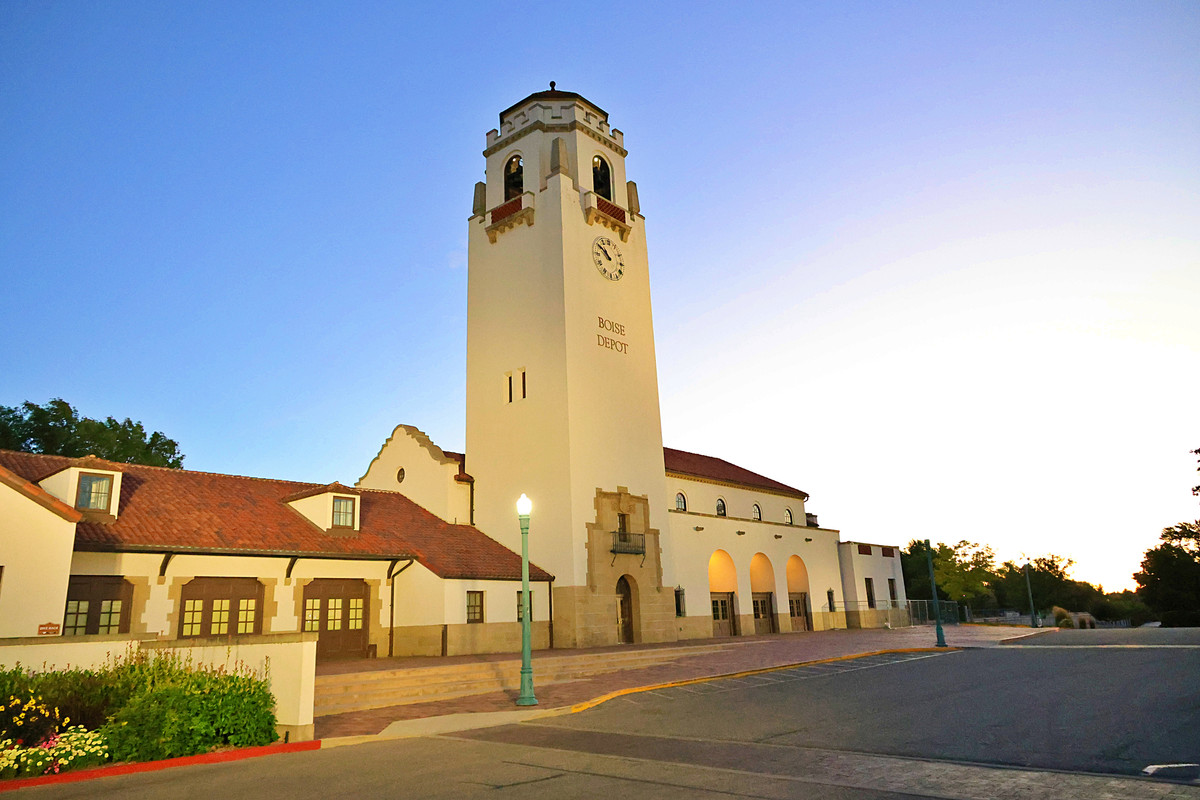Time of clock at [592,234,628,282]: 10:50
